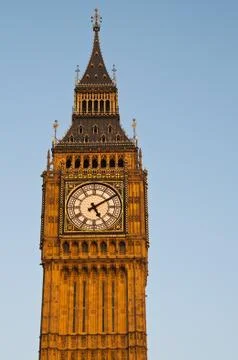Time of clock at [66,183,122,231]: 5:09
